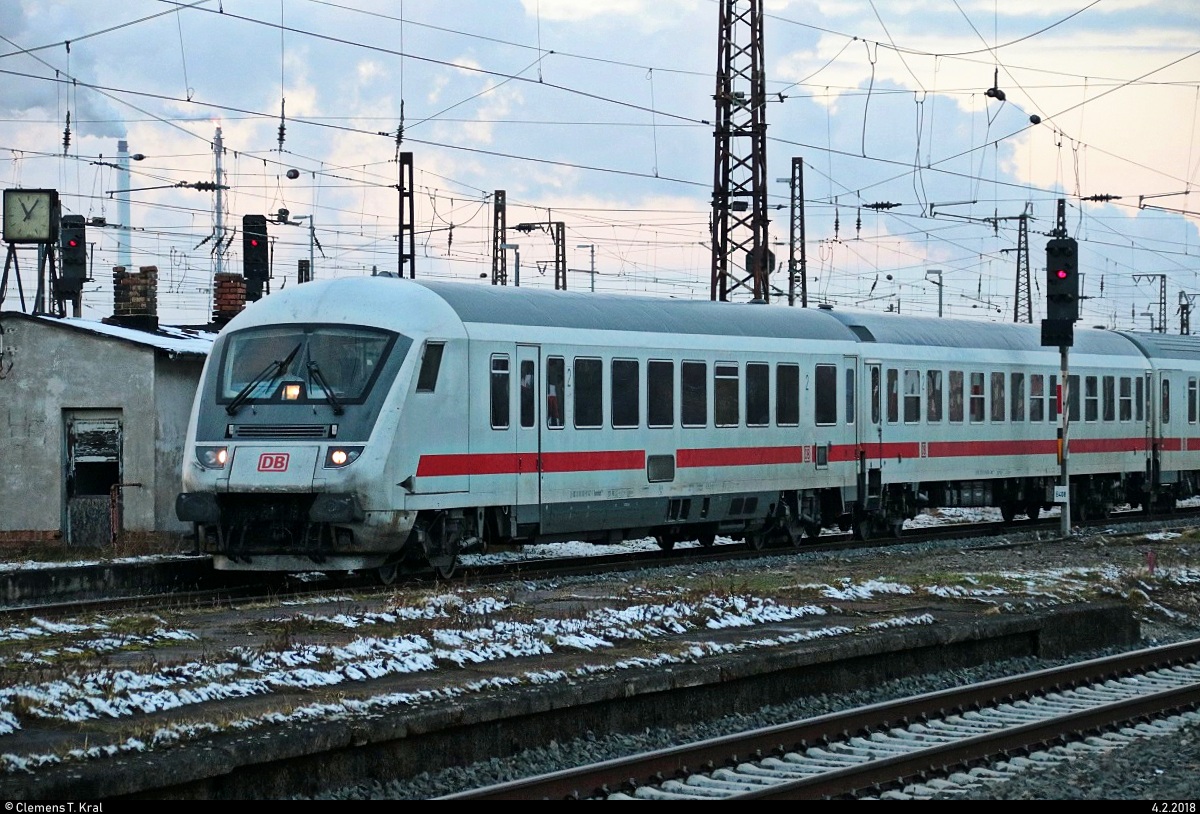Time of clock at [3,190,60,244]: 11:05
